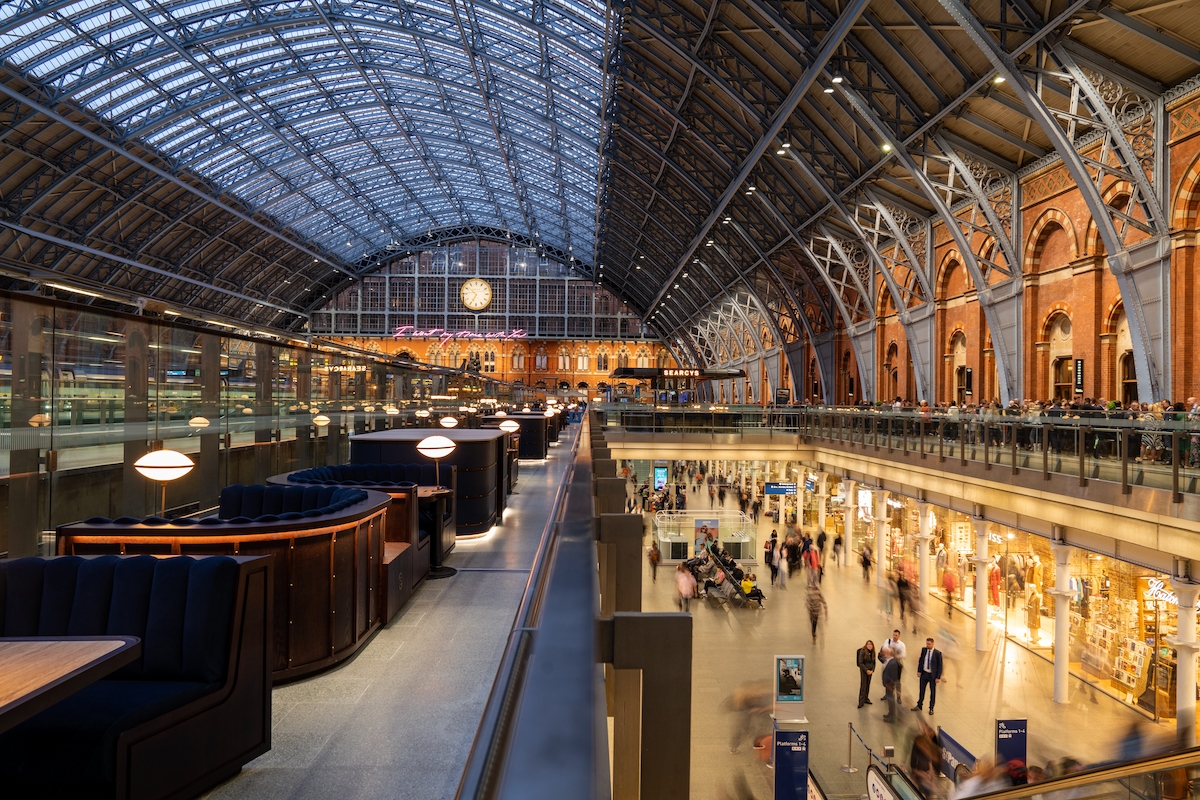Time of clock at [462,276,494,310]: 6:51
